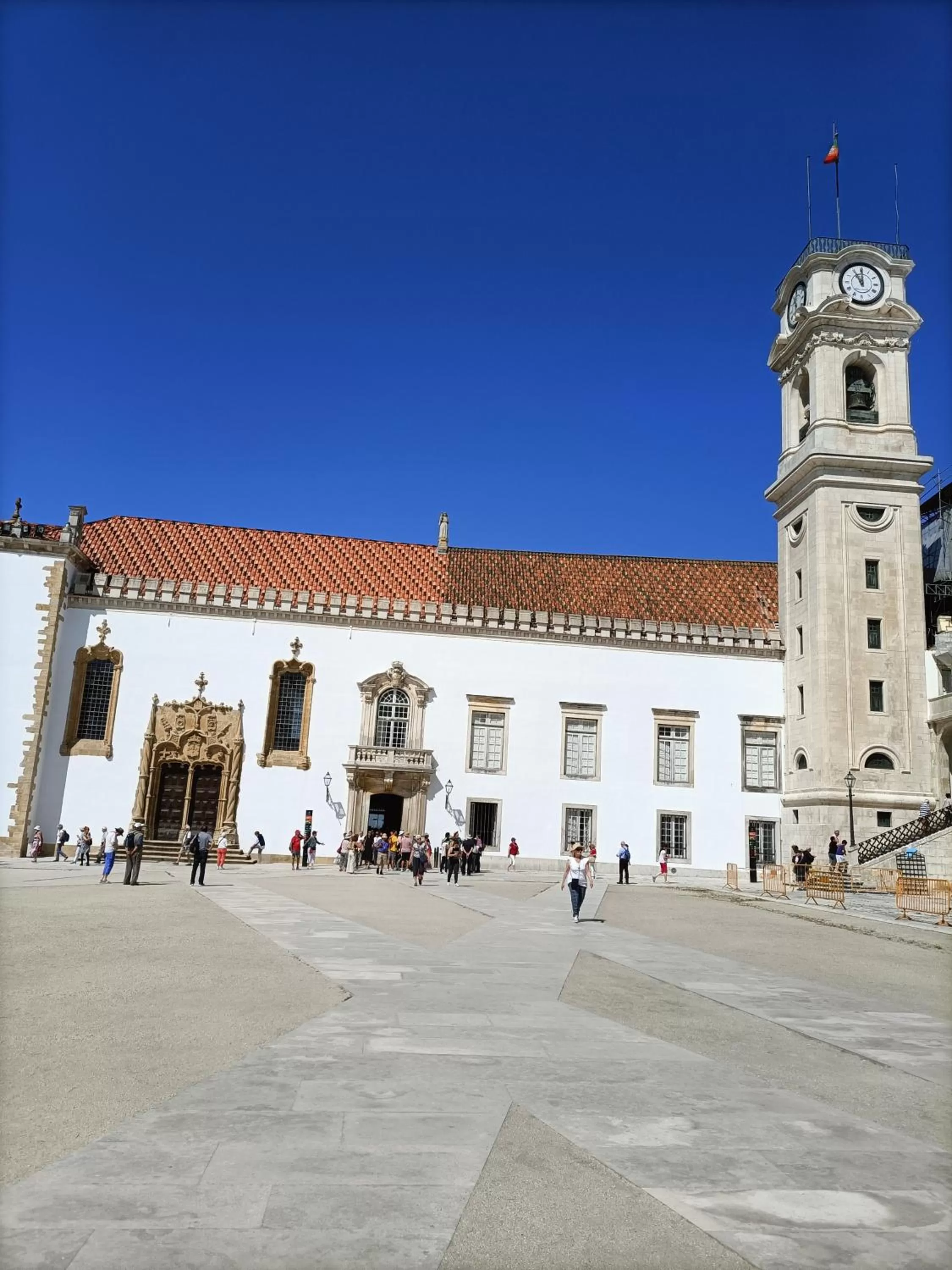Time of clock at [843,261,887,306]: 11:00
